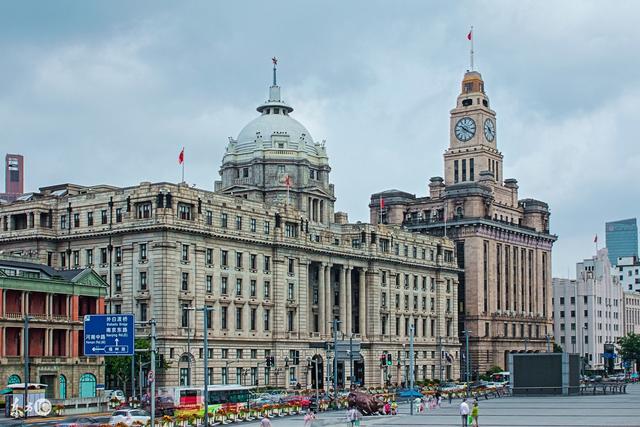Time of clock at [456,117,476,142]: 10:20
